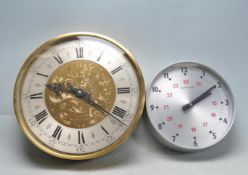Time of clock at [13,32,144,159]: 9:21
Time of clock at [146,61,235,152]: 2:09
